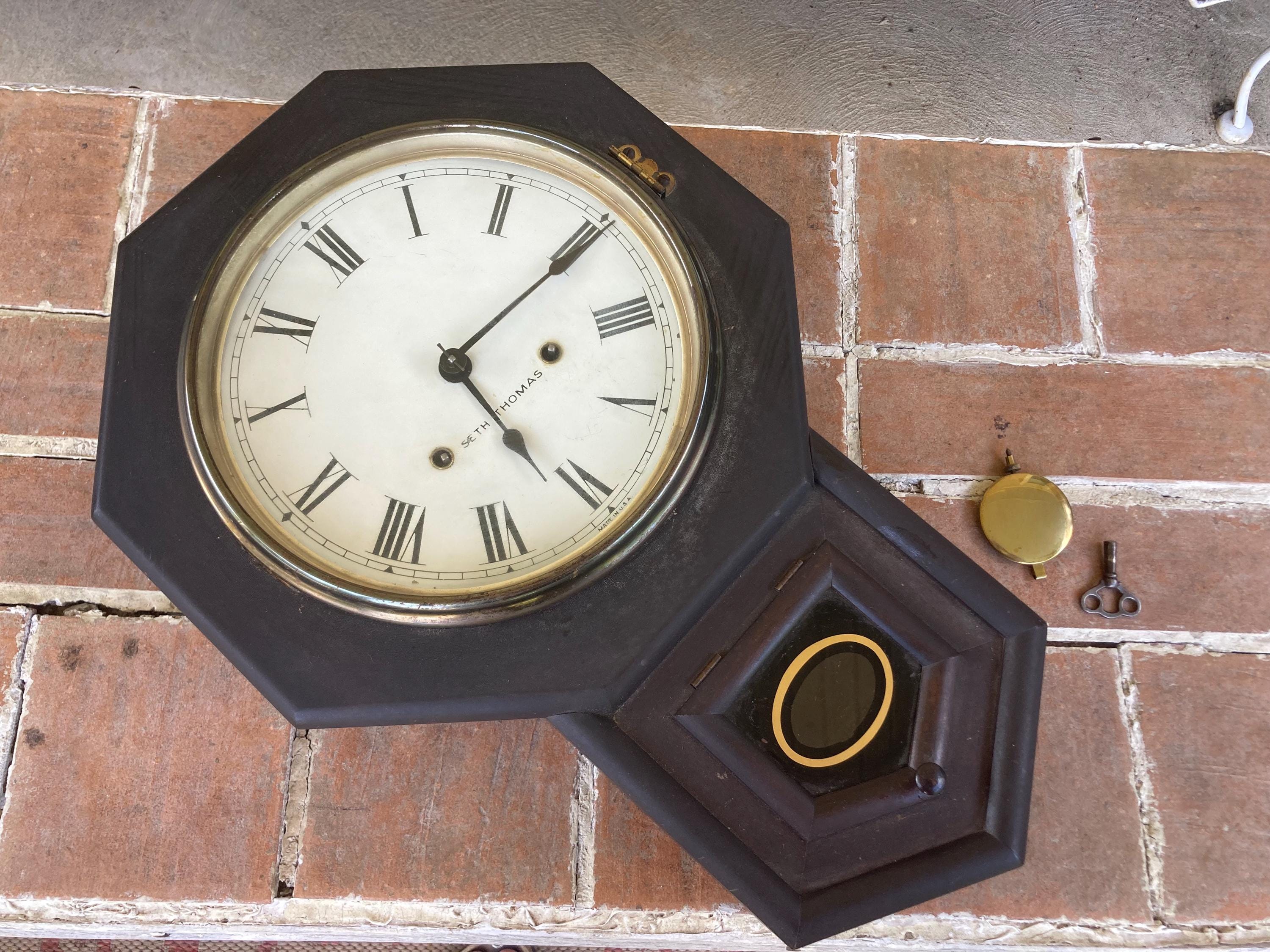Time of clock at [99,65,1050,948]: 5:09
